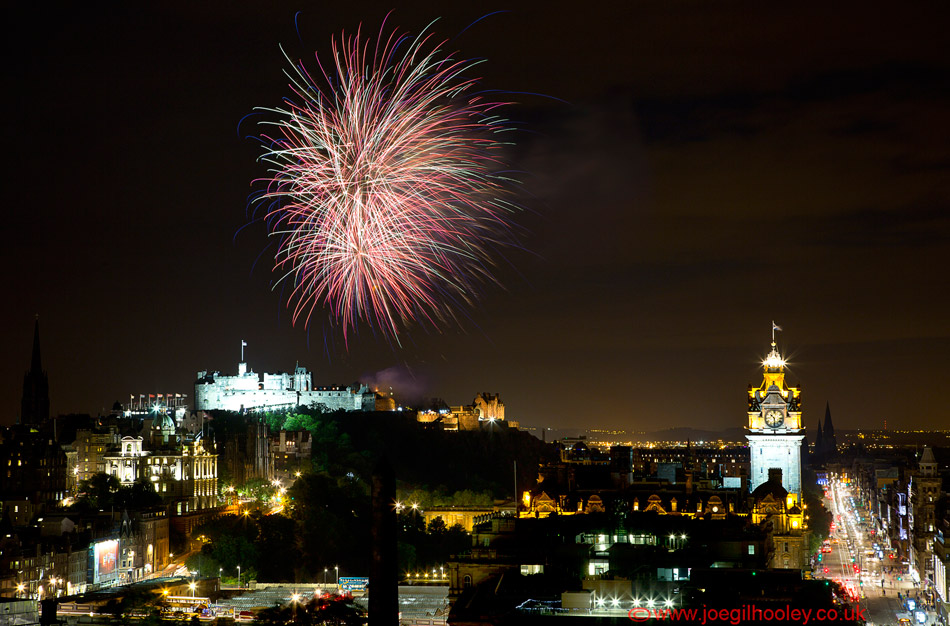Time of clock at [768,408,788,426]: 10:30
